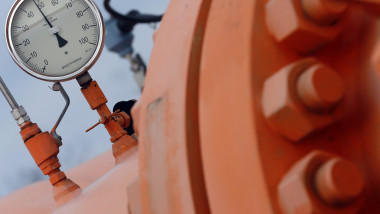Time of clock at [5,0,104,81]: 4:54
